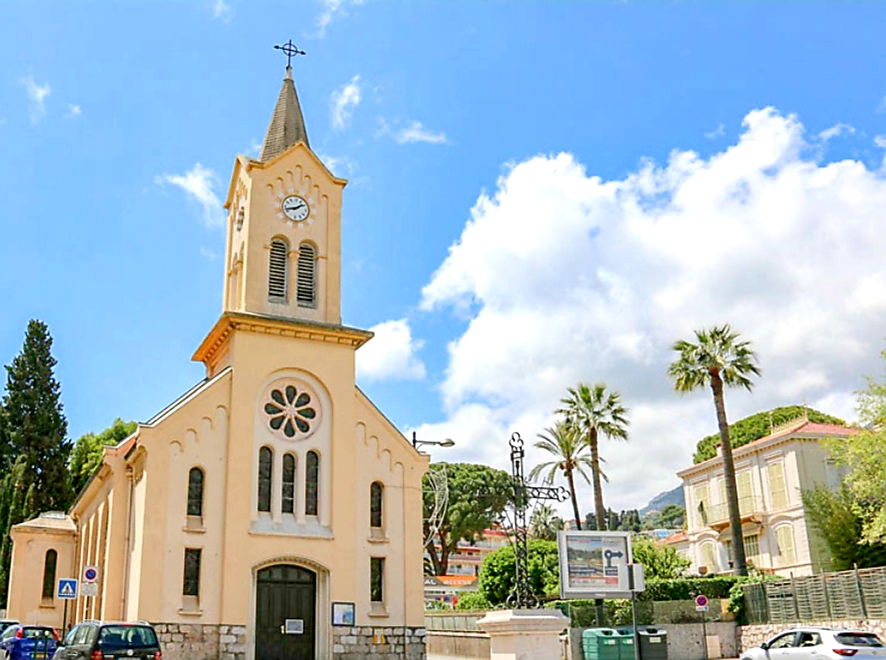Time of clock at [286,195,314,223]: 1:42
